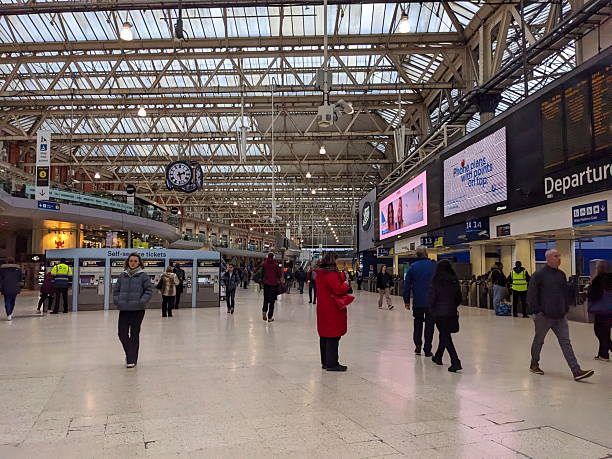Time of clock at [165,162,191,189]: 2:27
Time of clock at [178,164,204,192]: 2:27
